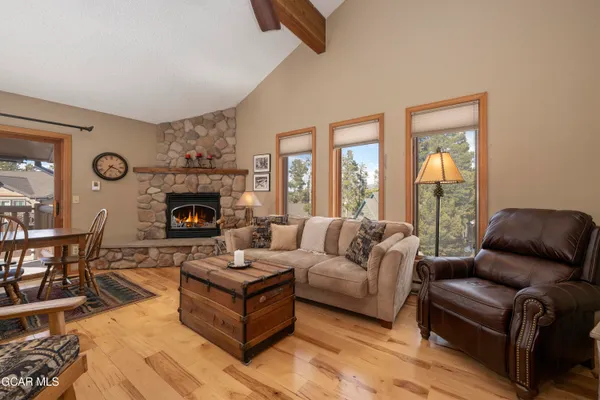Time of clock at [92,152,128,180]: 3:35
